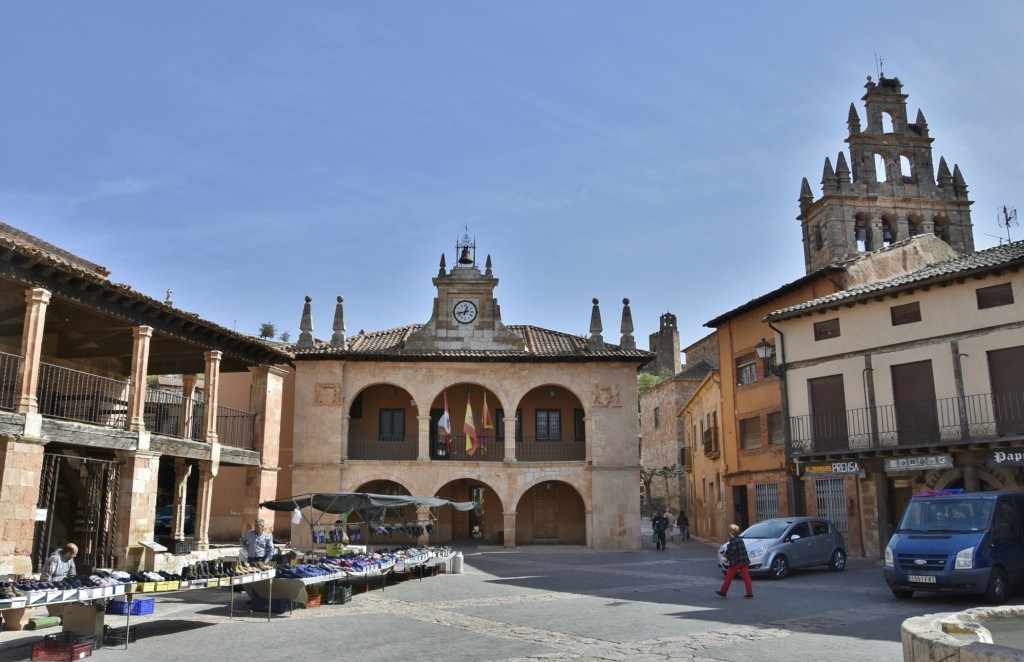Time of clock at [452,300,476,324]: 12:42
